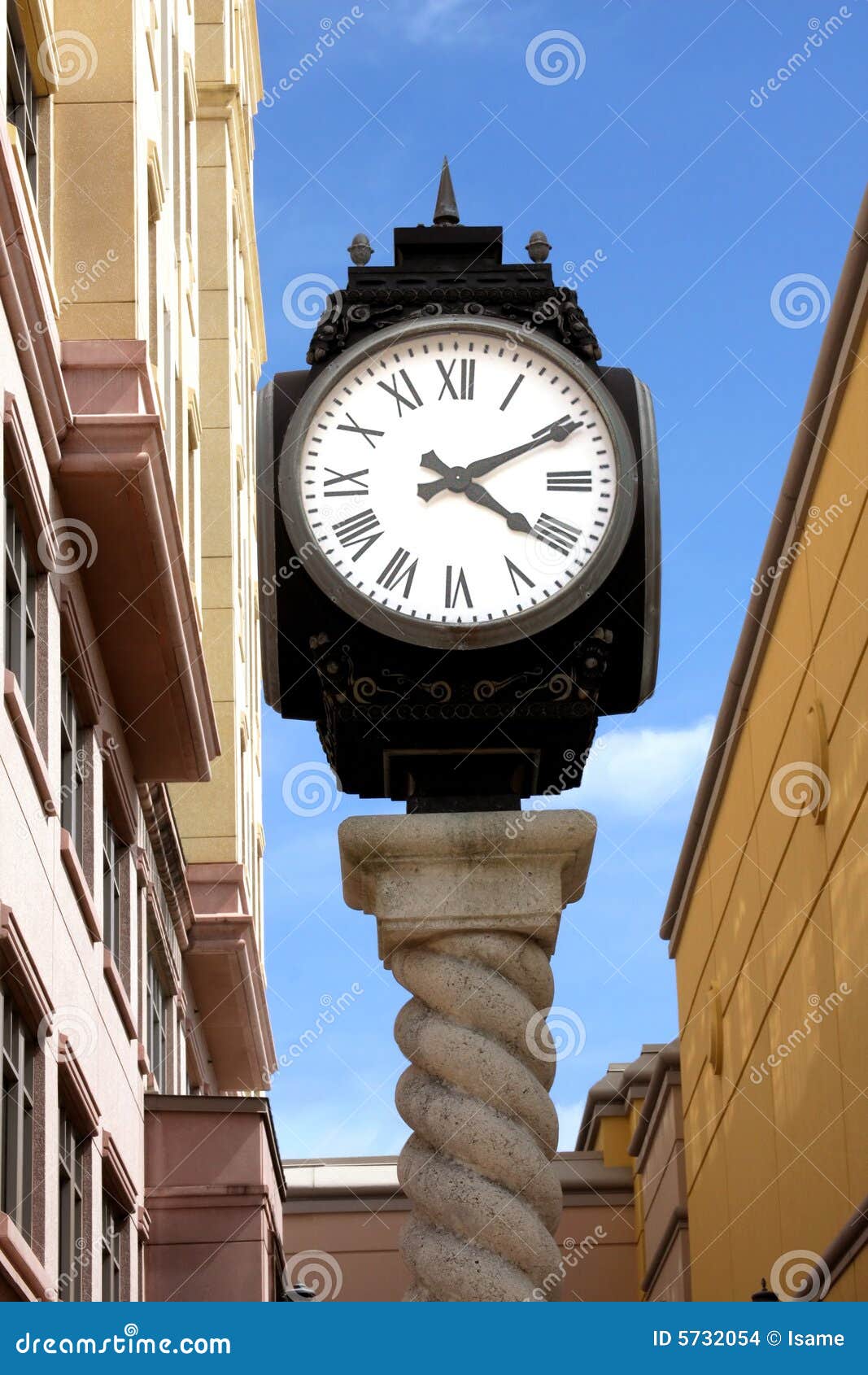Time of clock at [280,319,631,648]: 4:10
